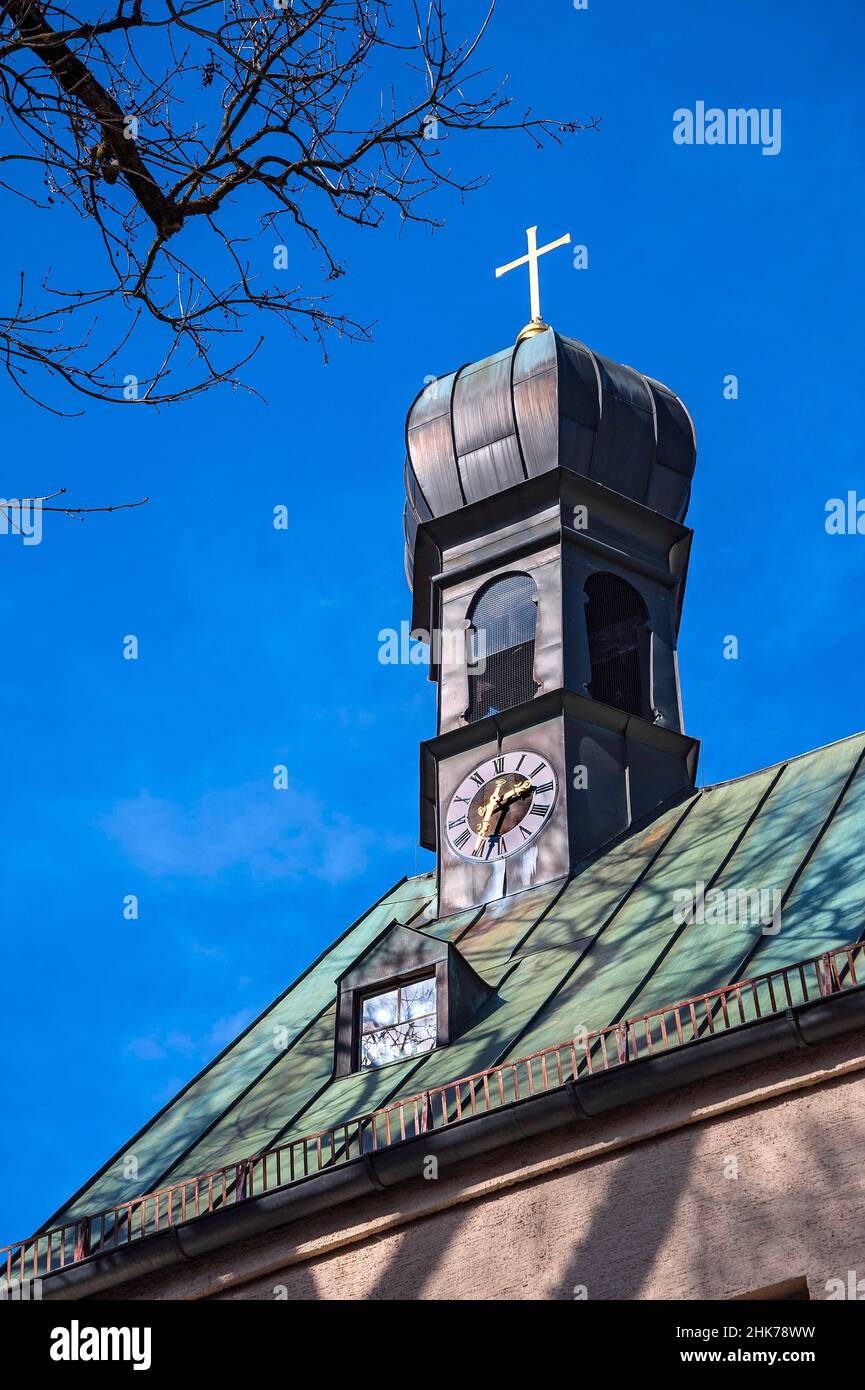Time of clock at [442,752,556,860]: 2:33
